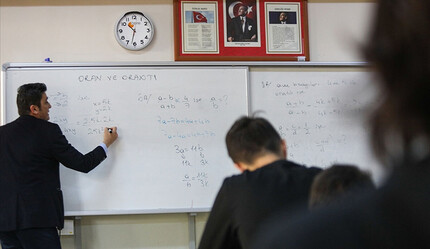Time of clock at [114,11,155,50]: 10:32
